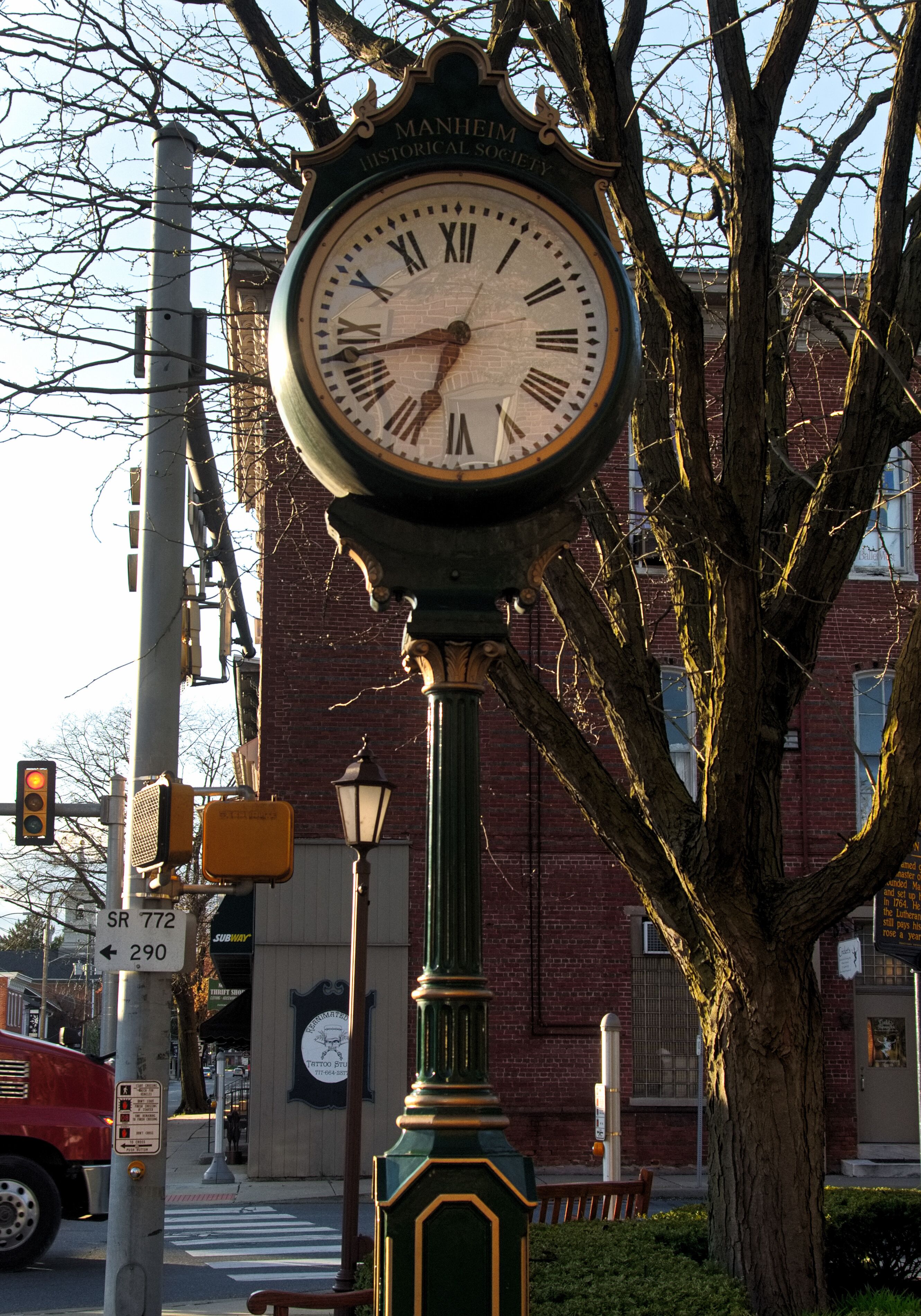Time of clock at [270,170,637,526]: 6:42
